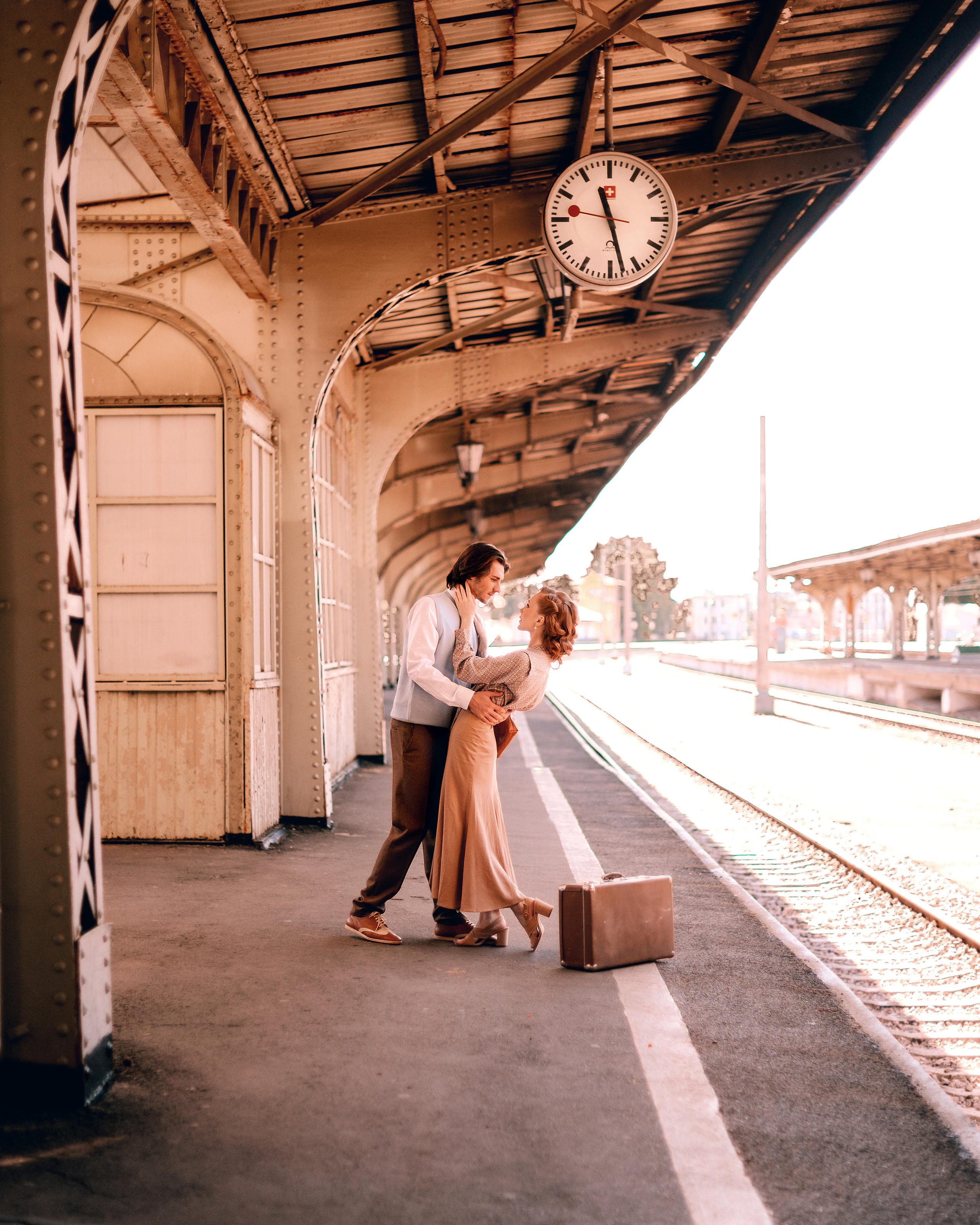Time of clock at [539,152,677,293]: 11:27
